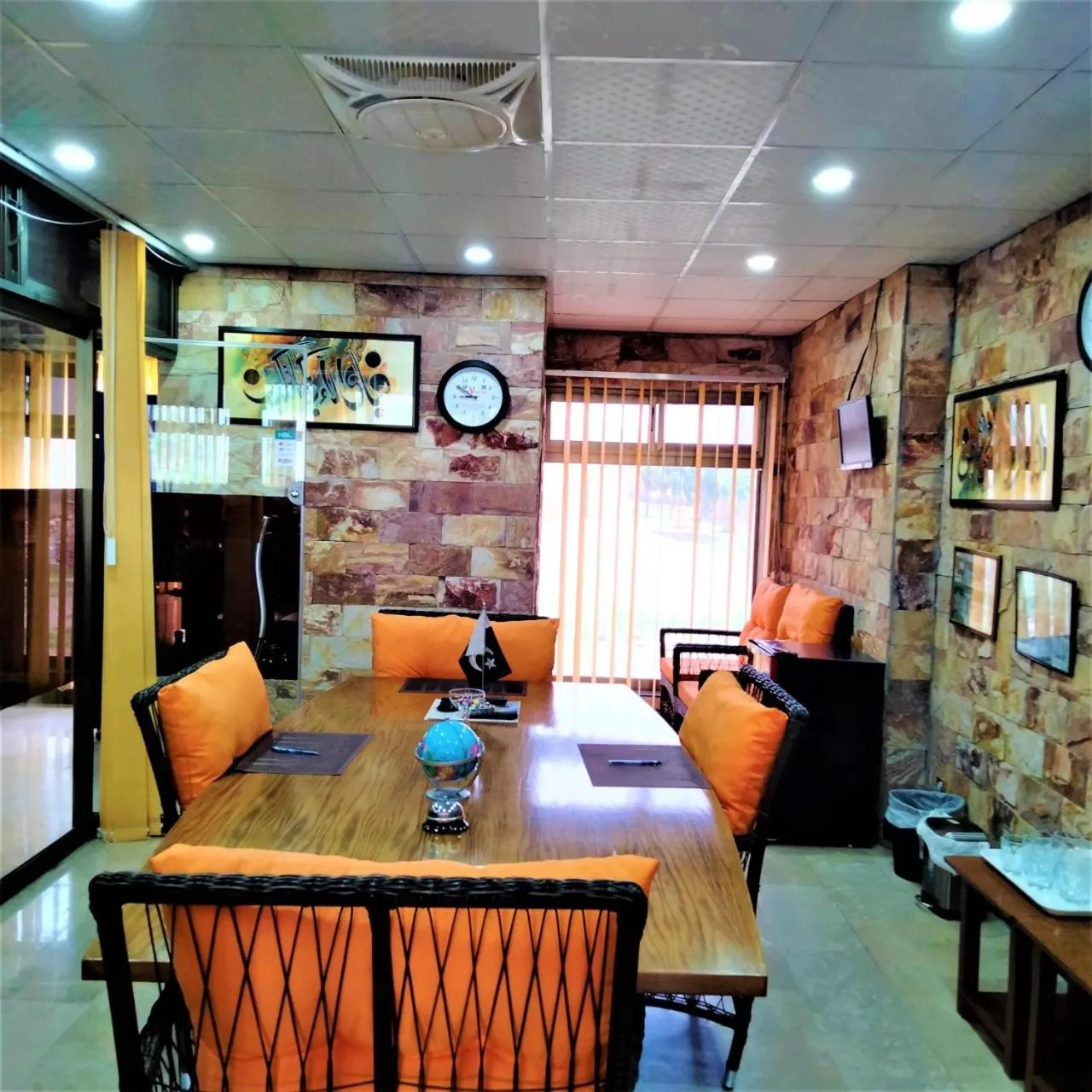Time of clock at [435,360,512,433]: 8:49
